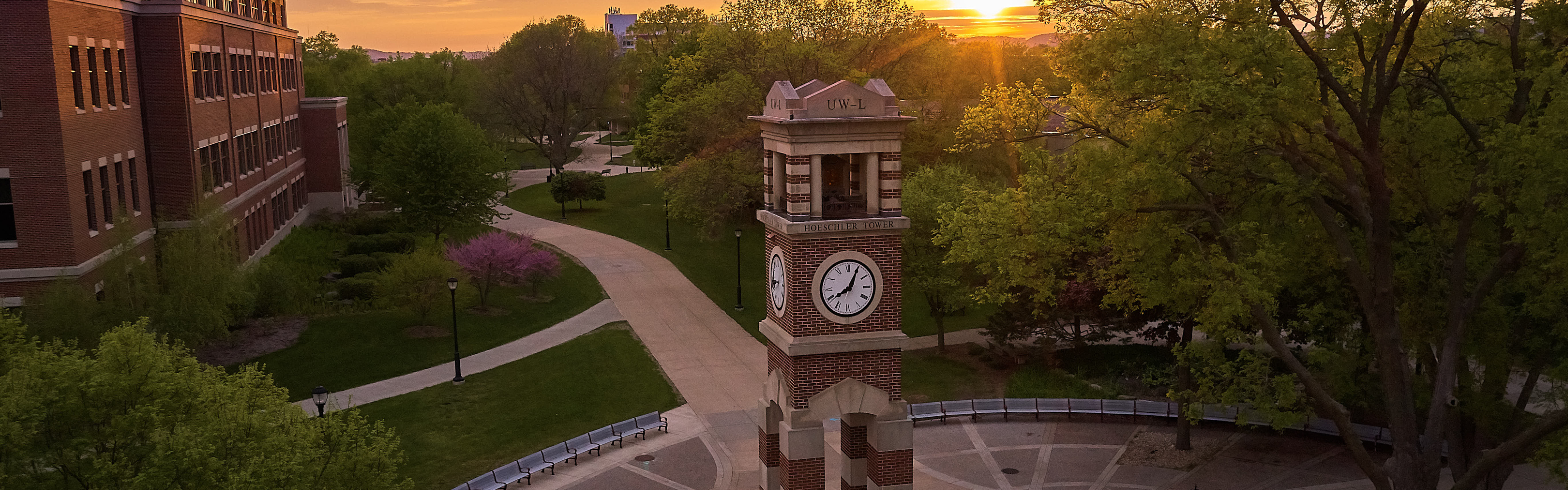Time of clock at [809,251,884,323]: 8:04
